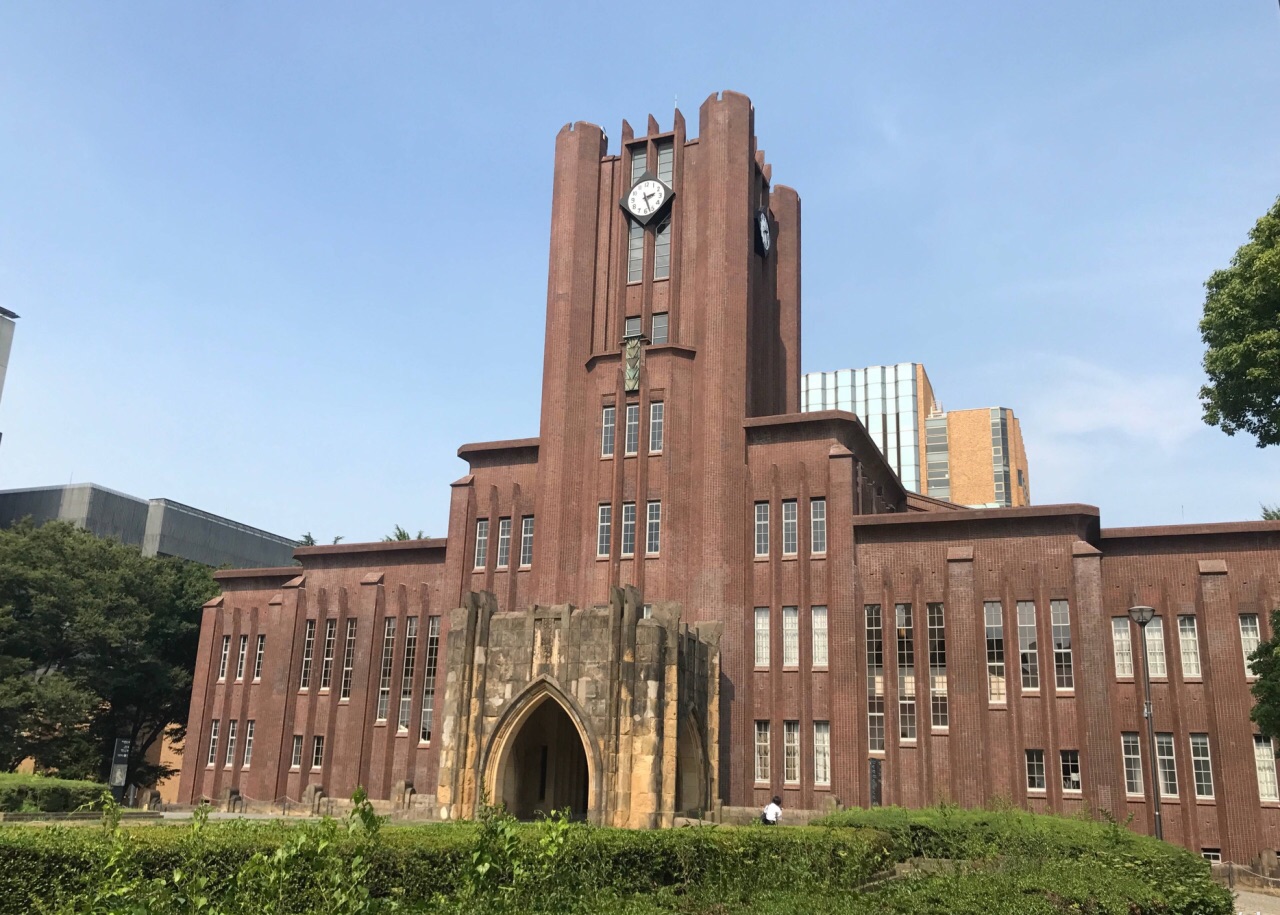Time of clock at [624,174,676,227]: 2:27
